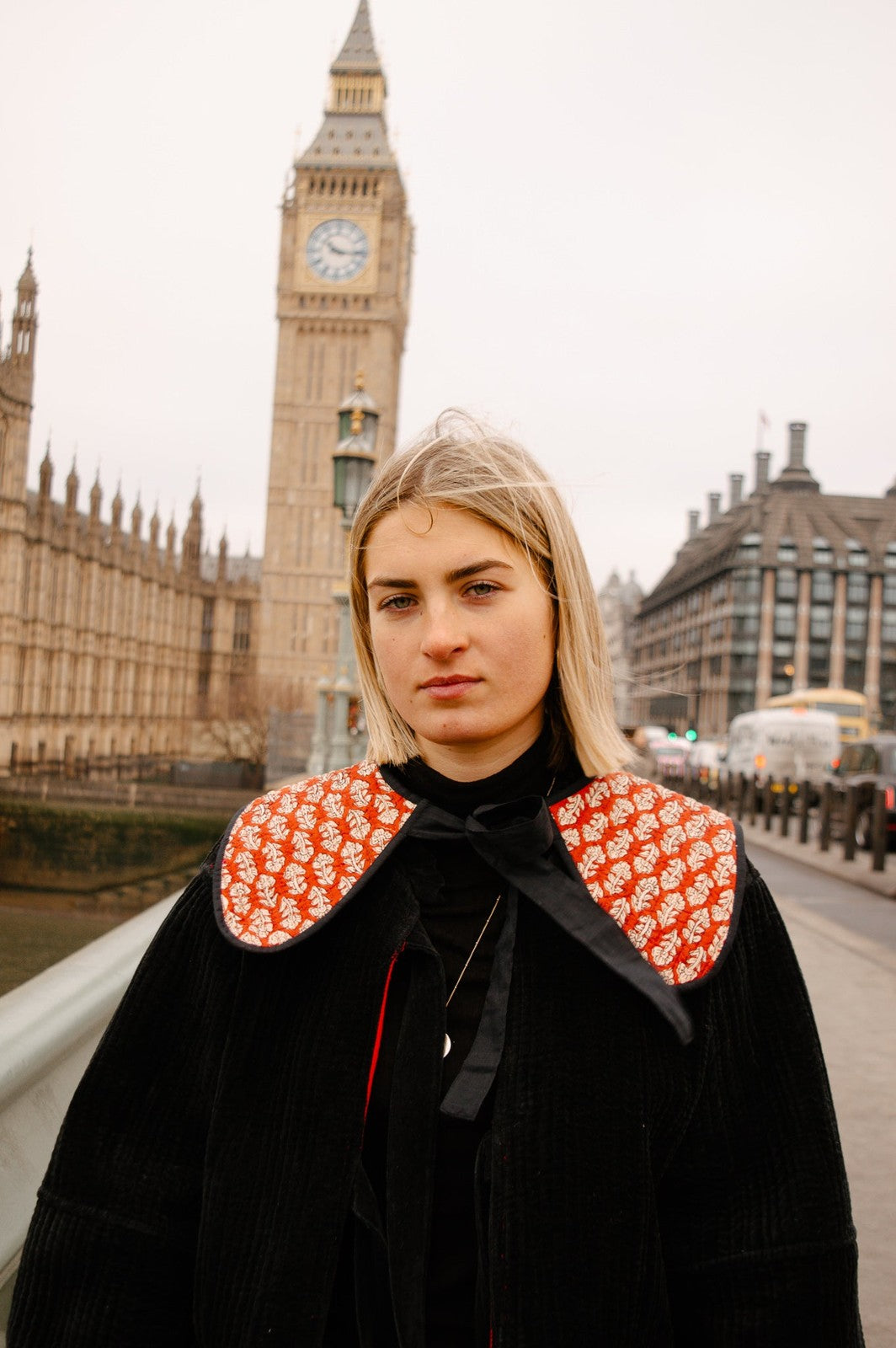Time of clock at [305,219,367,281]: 10:15
